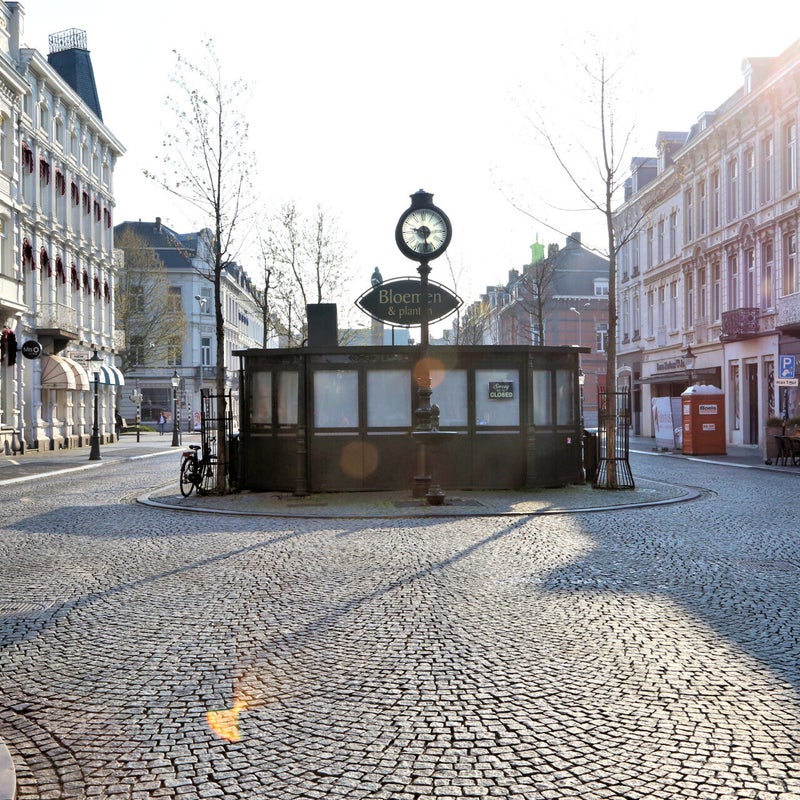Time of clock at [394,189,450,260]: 9:28
